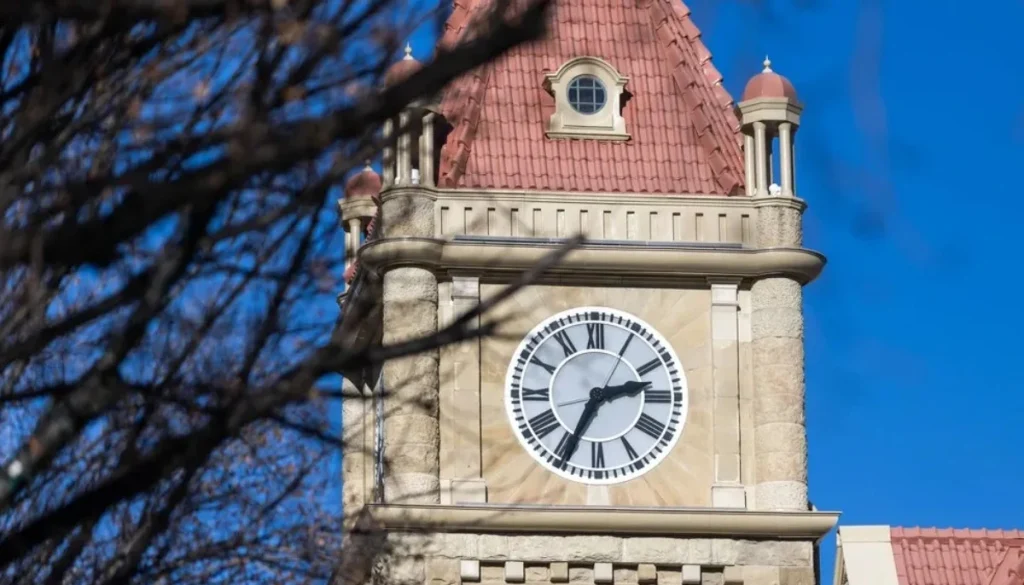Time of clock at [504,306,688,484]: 2:34
